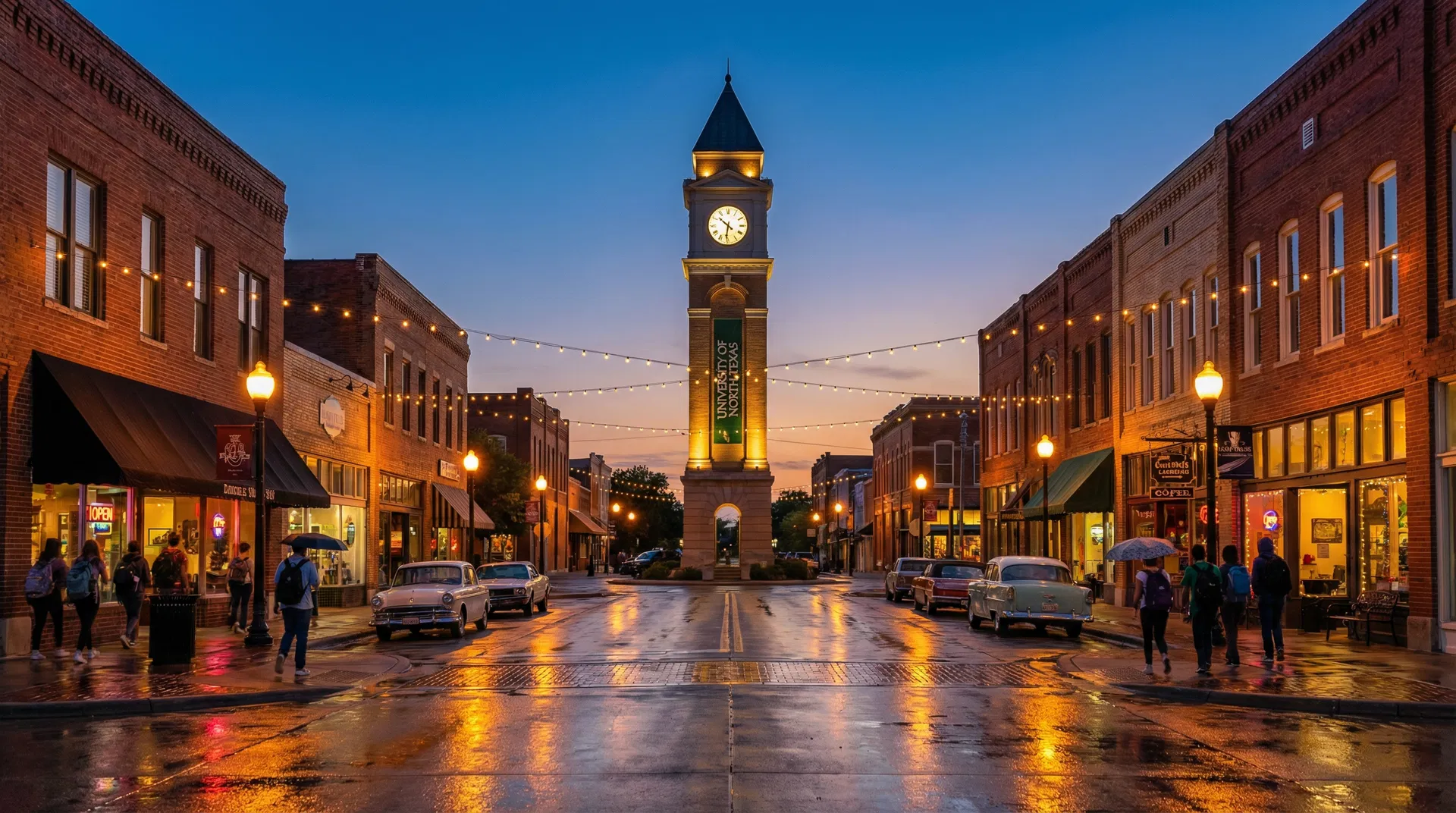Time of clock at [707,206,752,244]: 10:31
